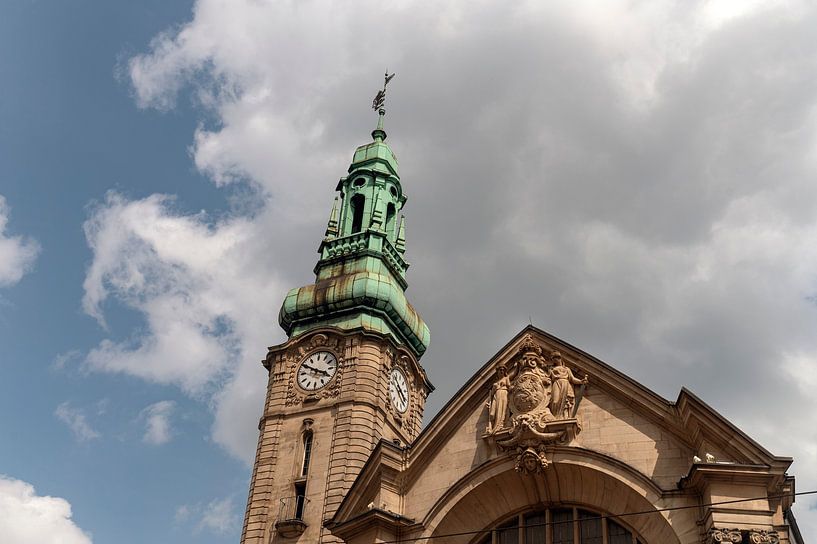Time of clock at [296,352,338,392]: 3:50
